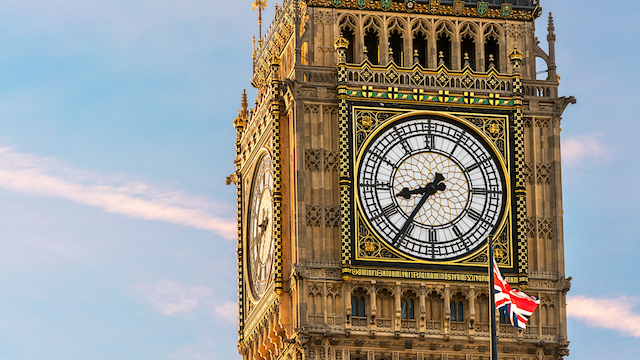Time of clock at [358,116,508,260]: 8:35
